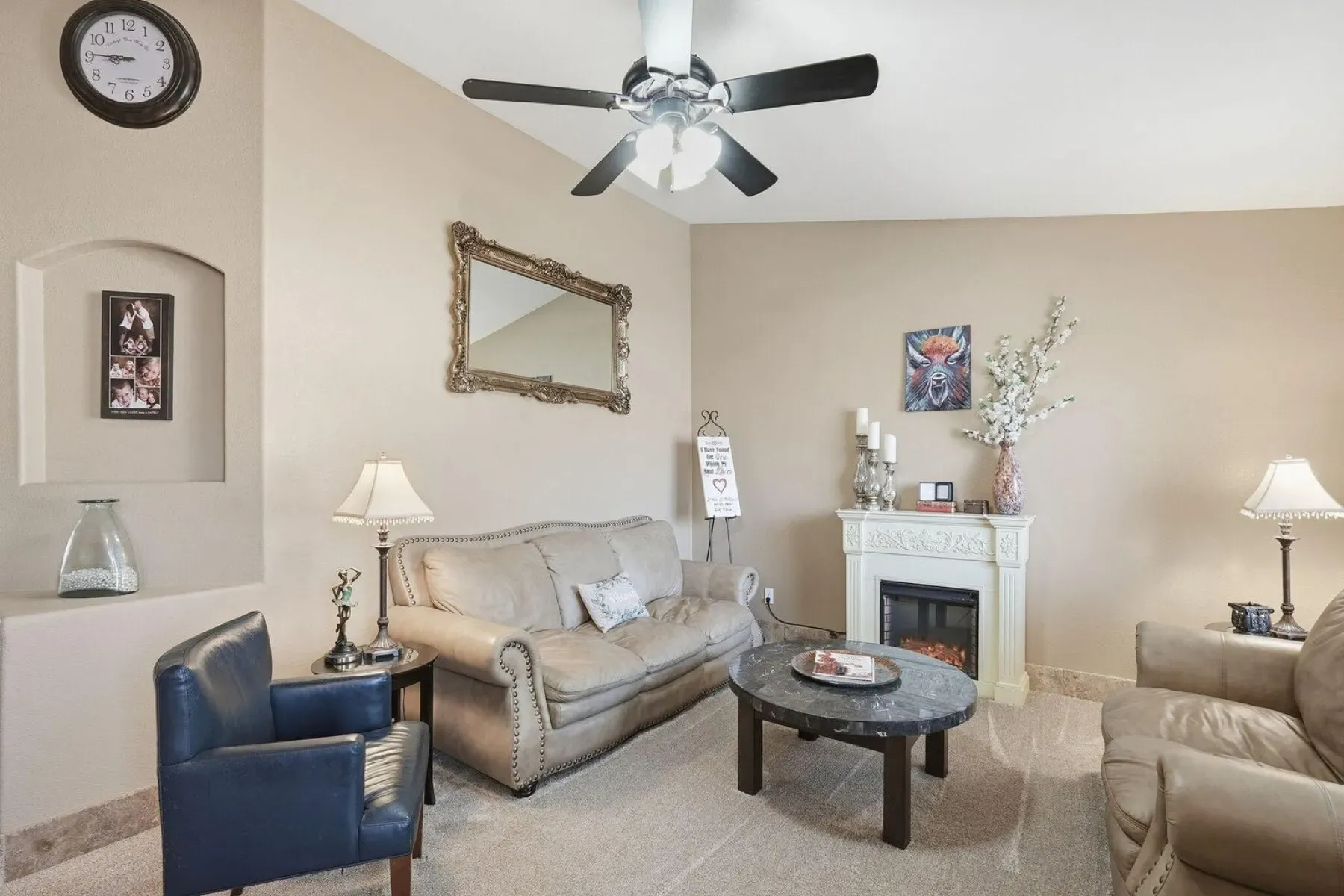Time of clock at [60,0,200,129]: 8:45
